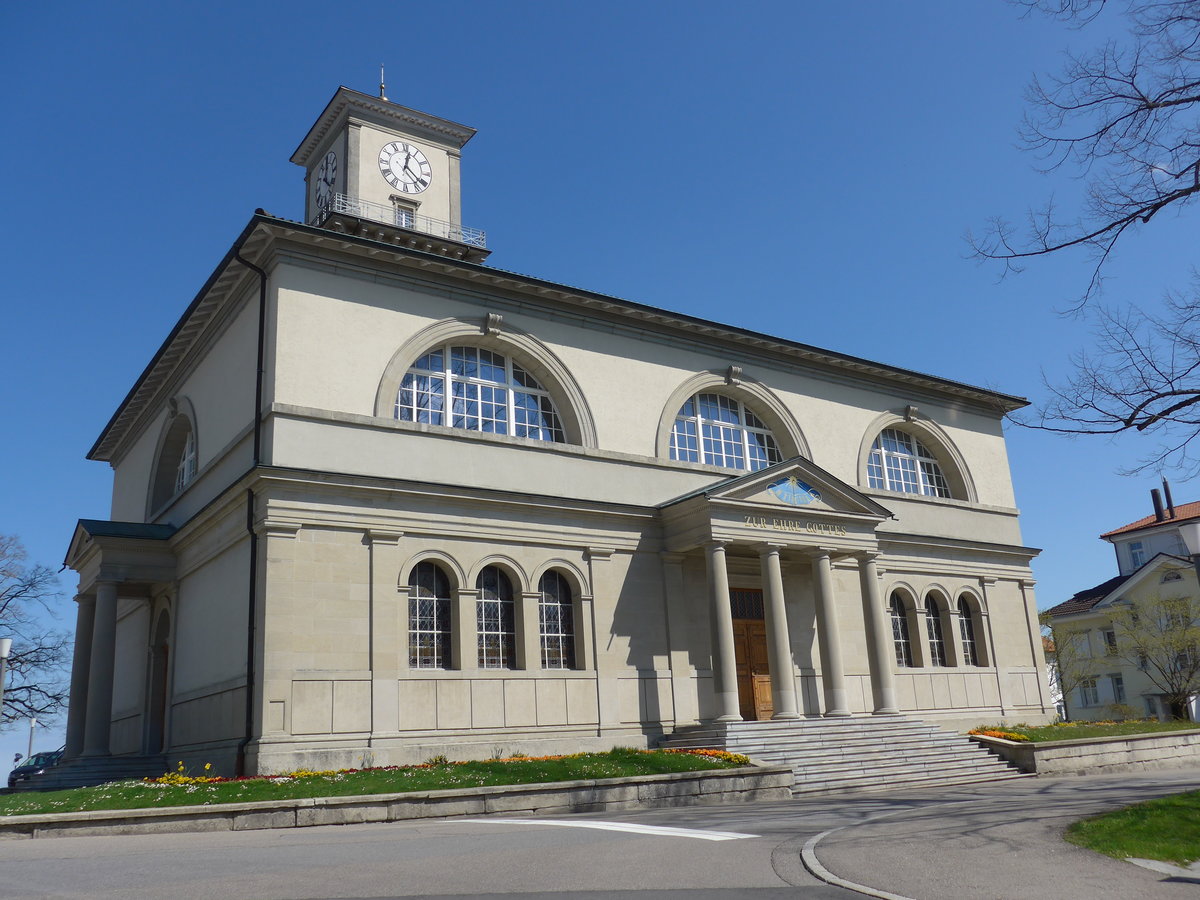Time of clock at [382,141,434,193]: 12:21
